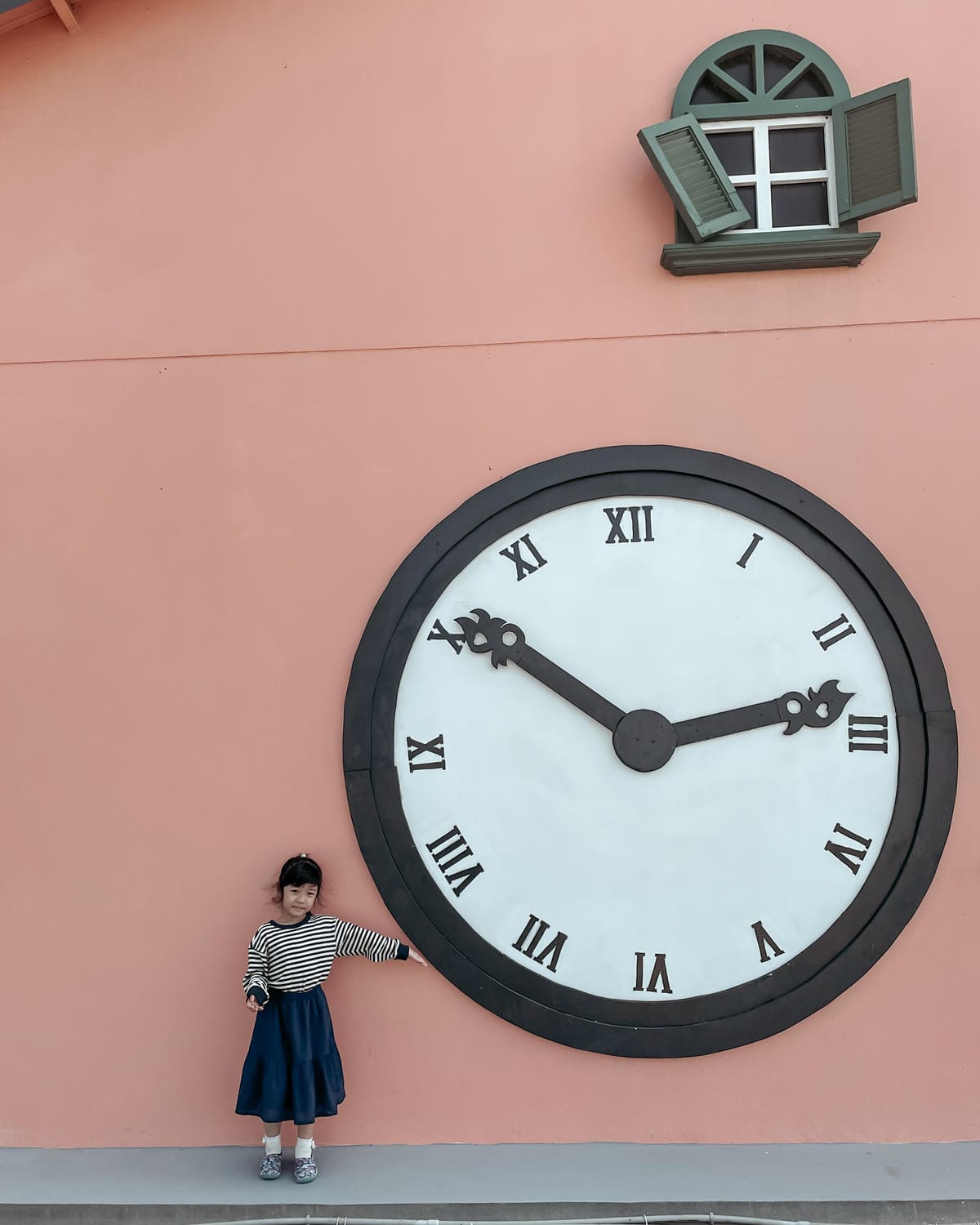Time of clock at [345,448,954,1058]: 10:13
